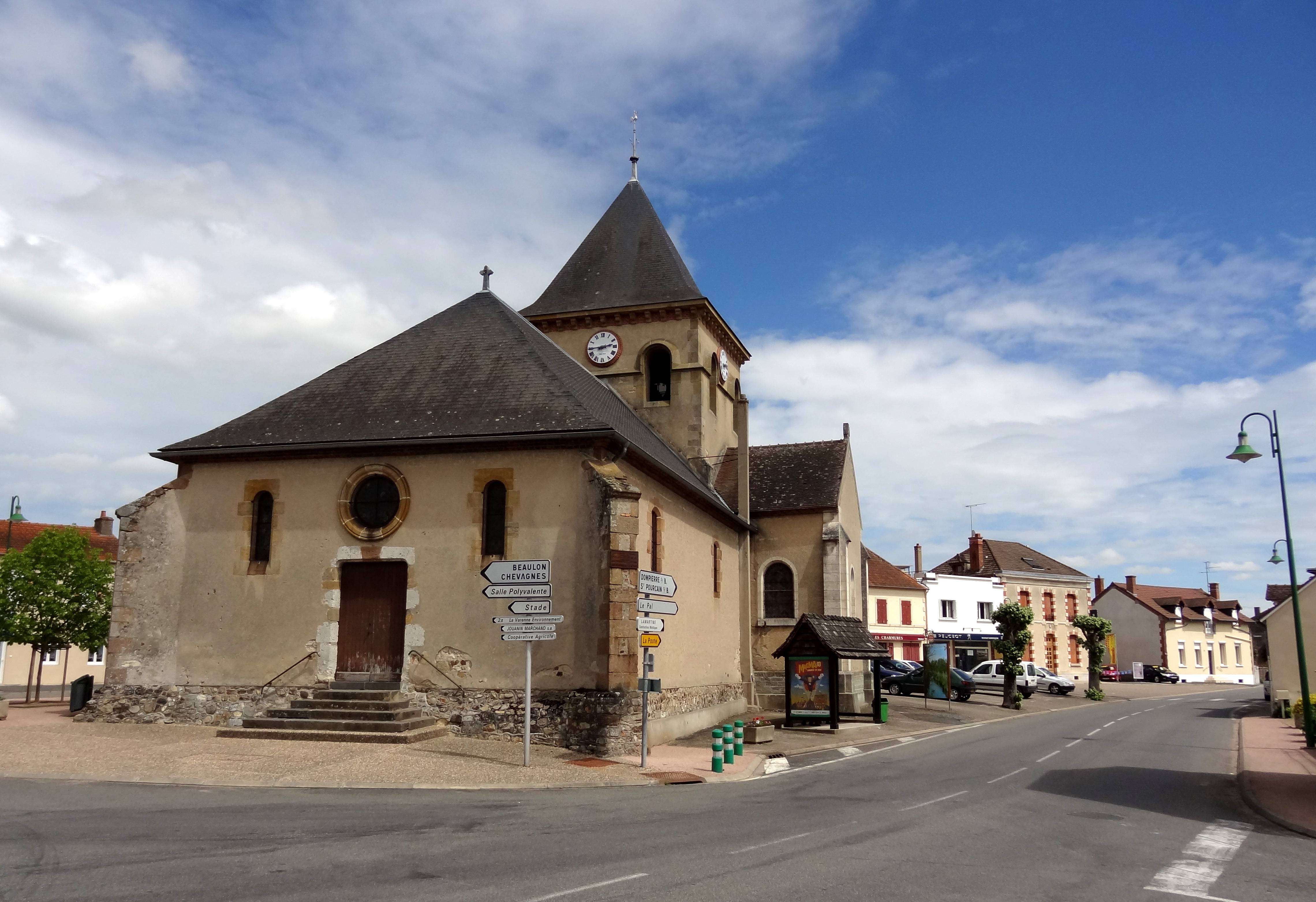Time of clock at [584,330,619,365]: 2:44
